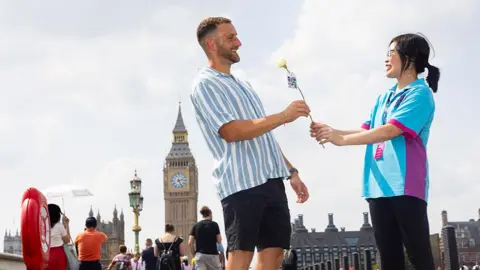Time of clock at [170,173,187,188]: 2:25
